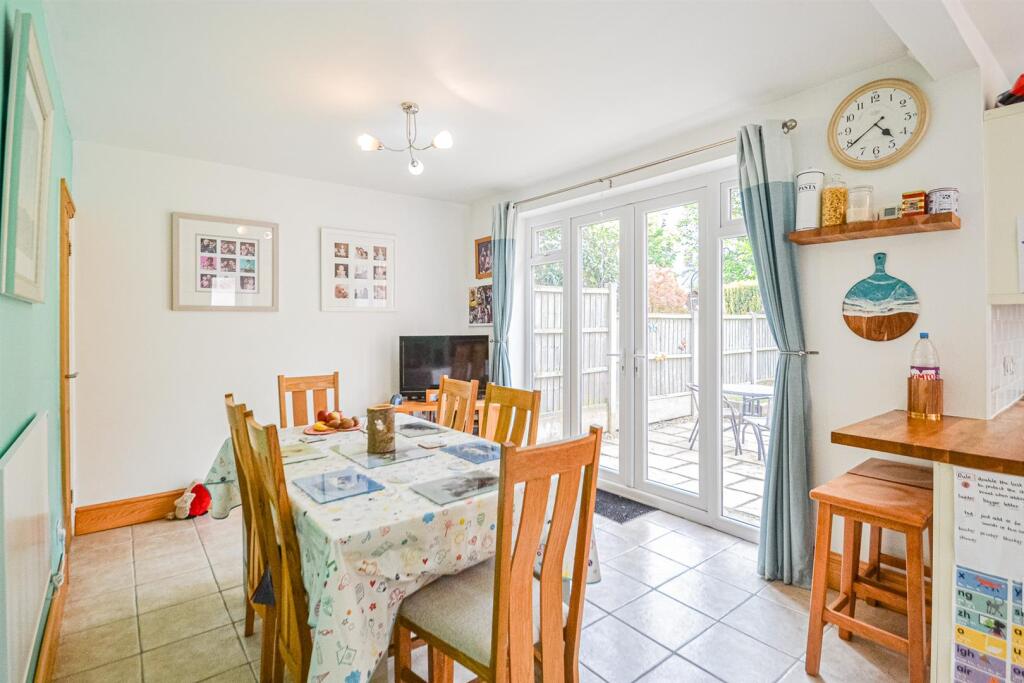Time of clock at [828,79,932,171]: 4:39
